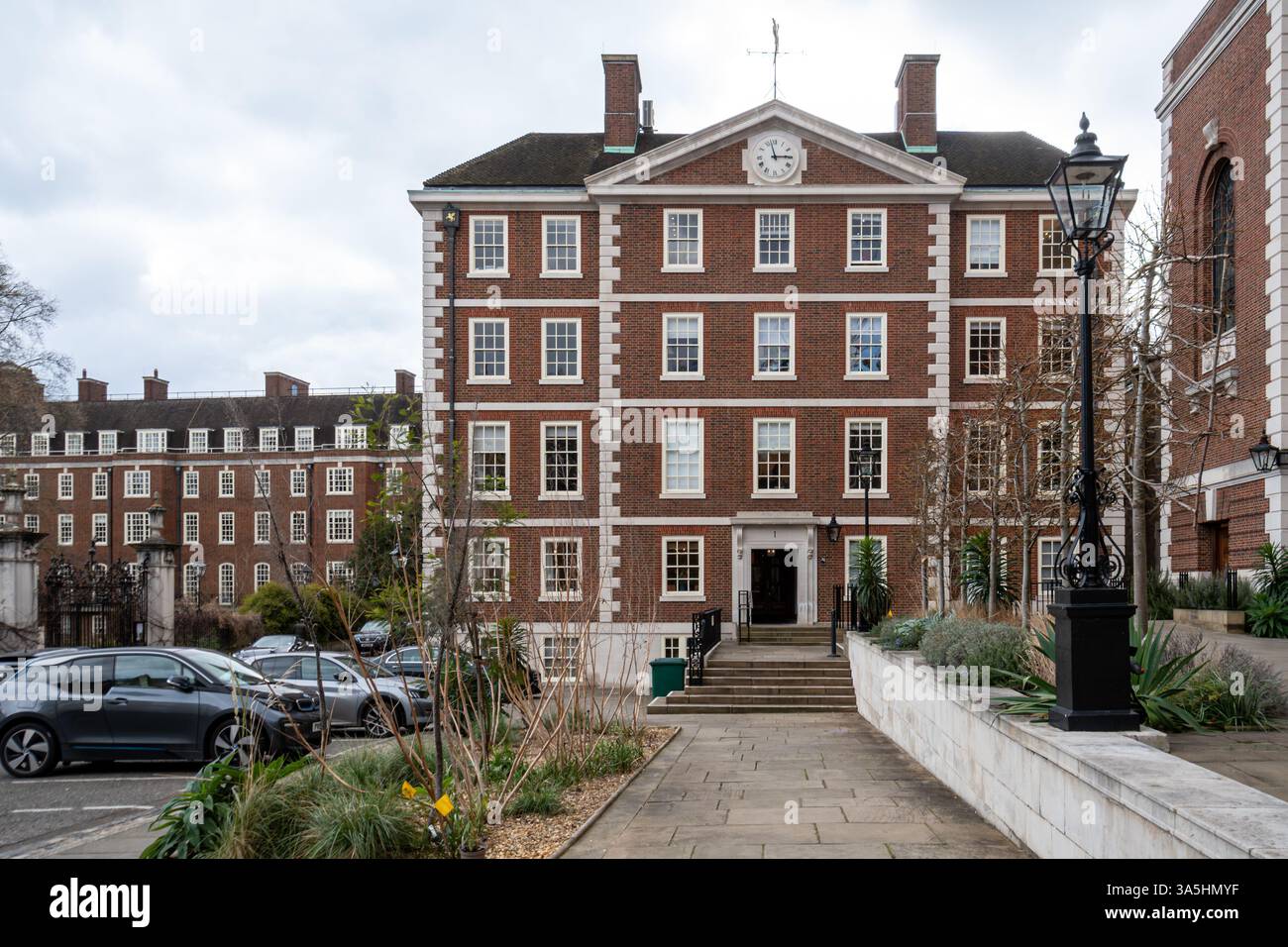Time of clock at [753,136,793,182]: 2:57
